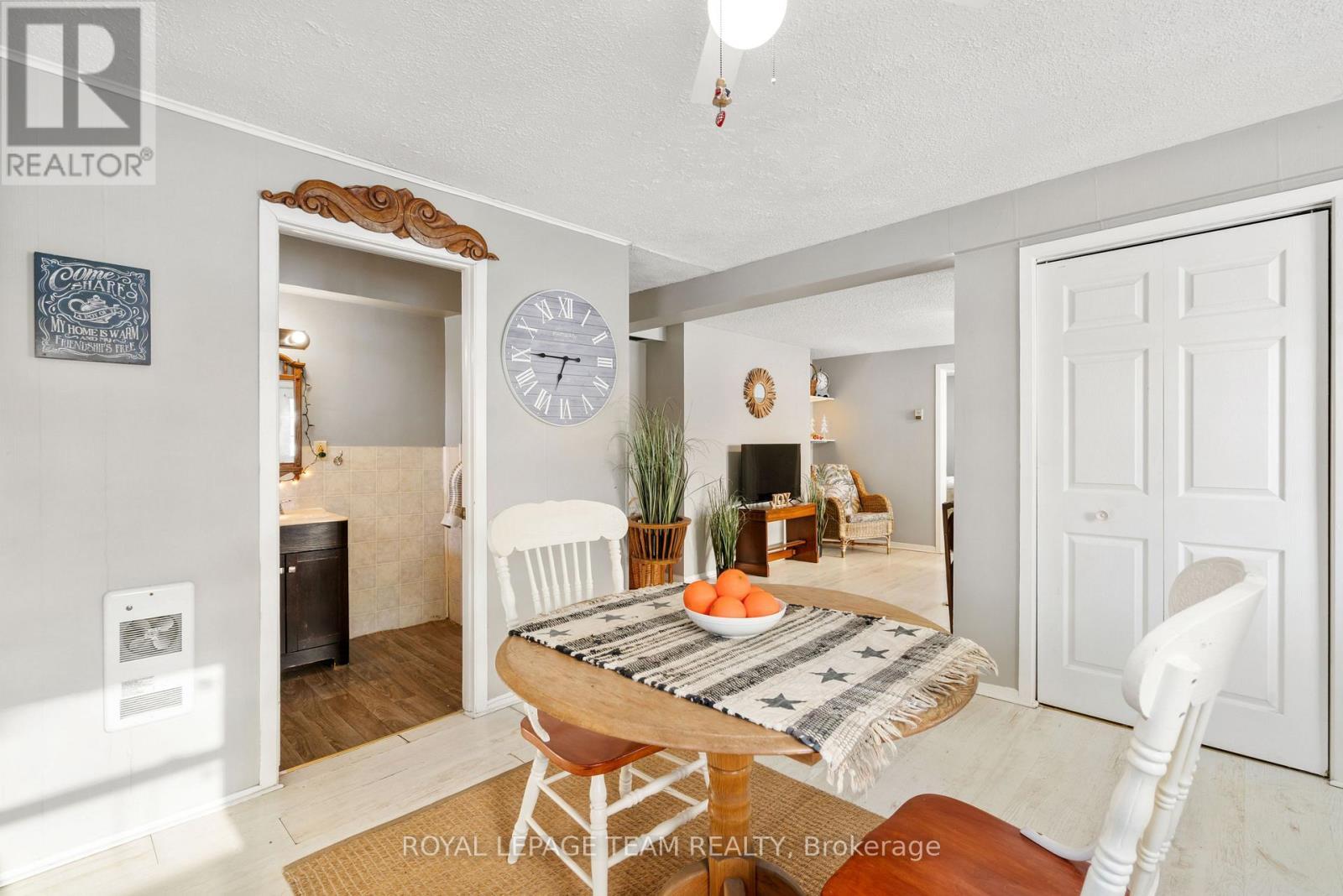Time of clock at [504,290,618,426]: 6:45
